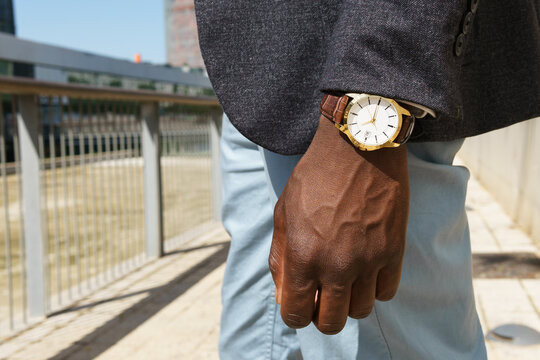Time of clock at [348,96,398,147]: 7:59
